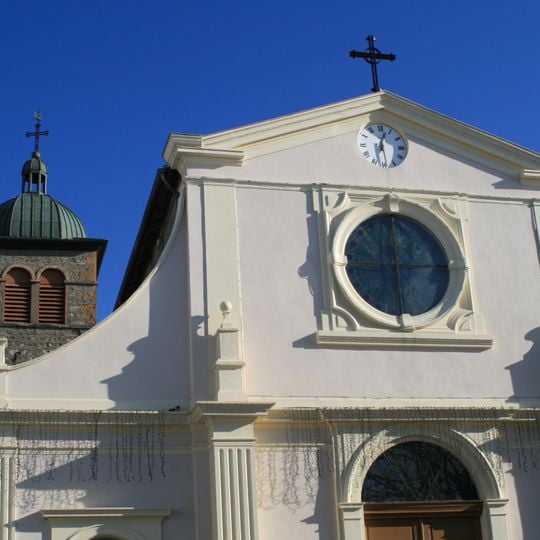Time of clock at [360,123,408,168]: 12:28
